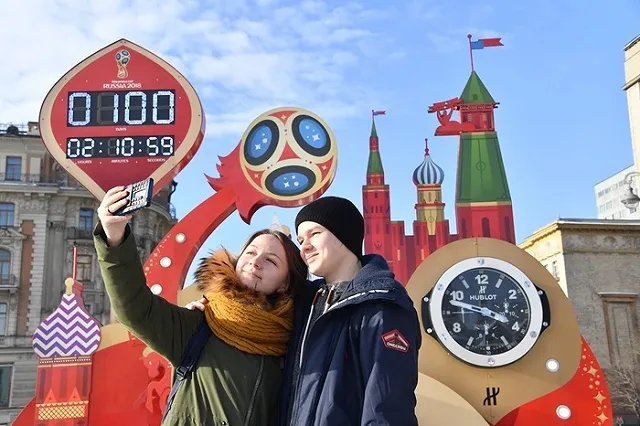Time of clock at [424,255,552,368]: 3:47
